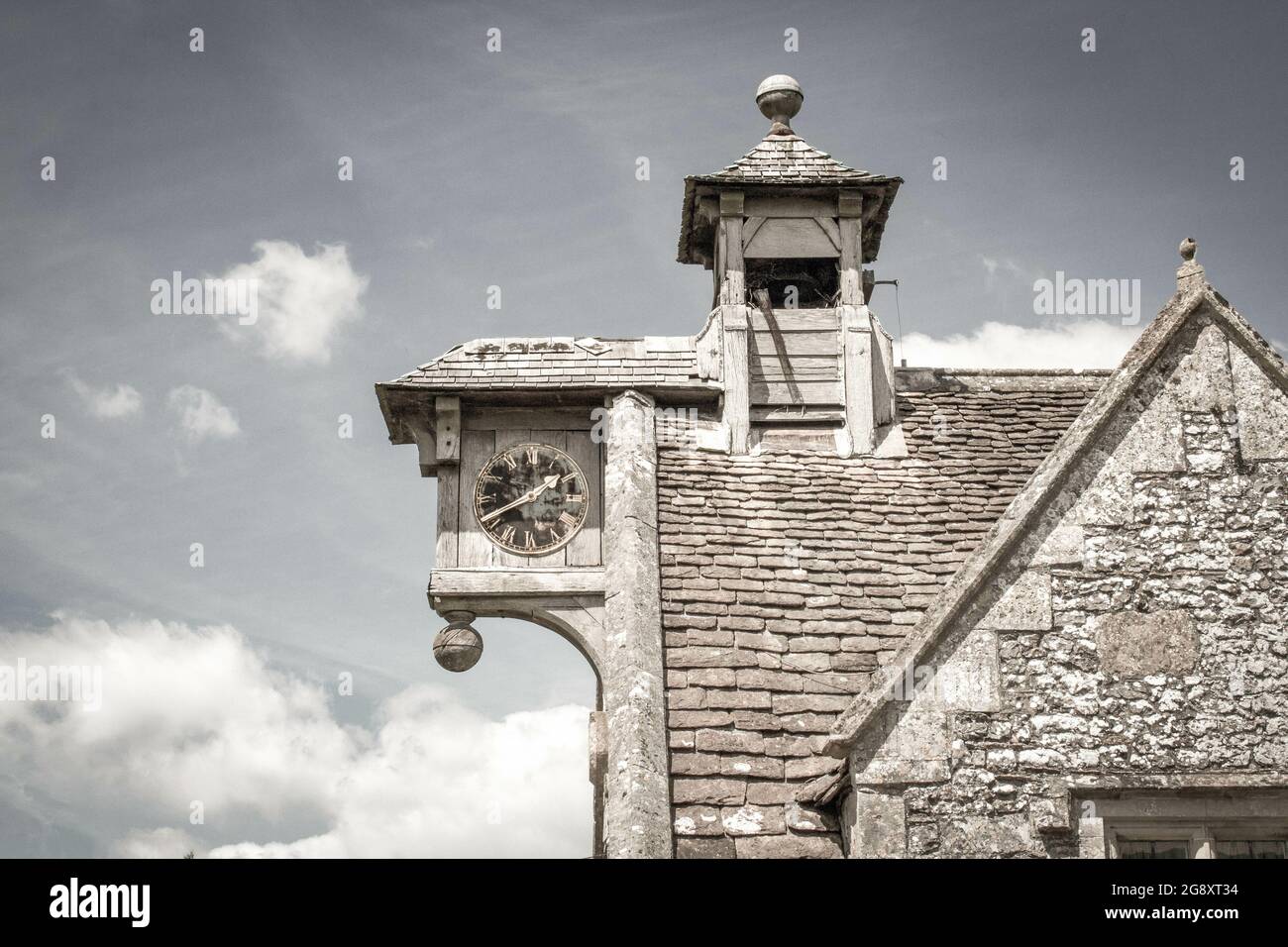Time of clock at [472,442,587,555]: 1:41
